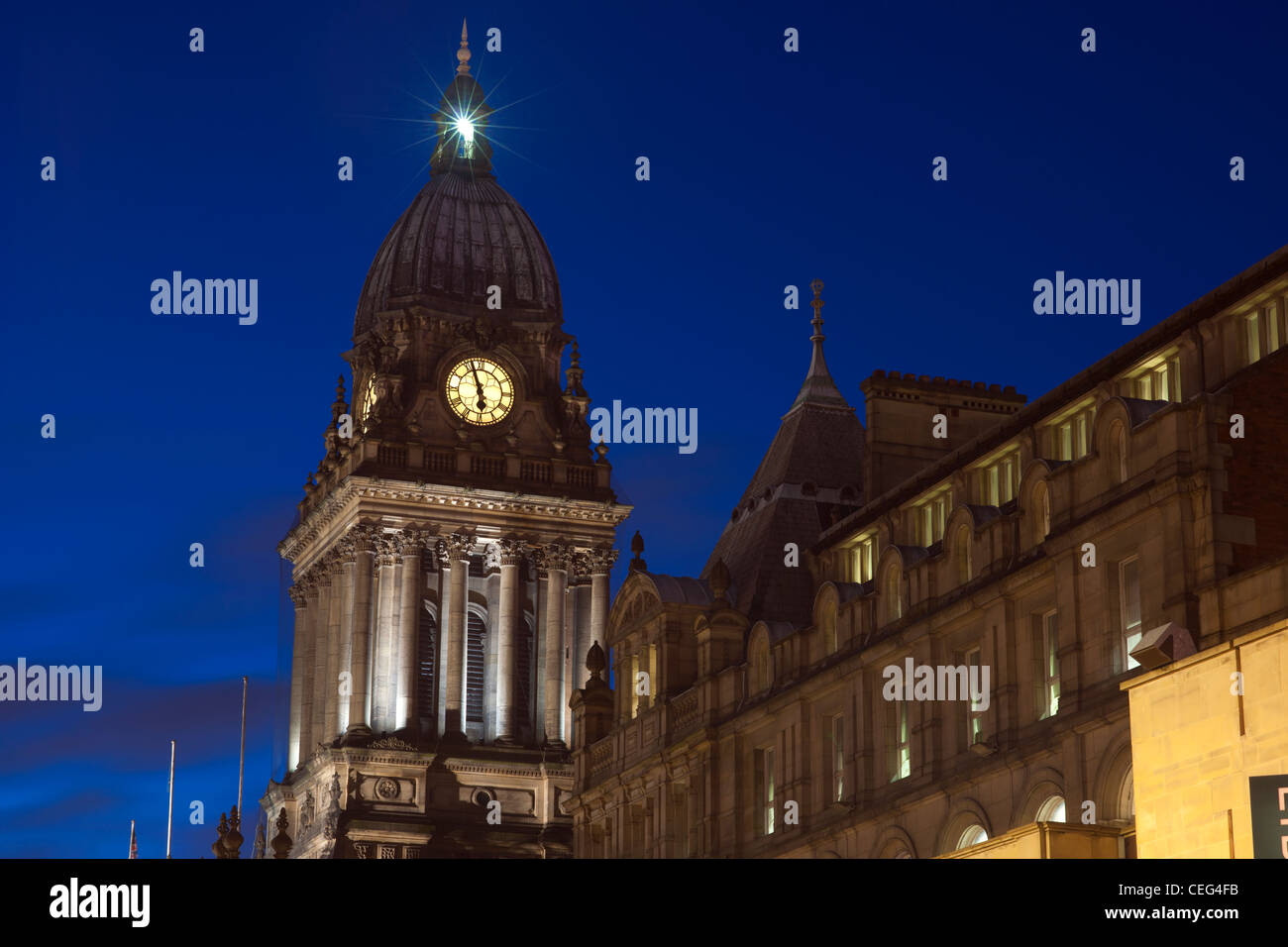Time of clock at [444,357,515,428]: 5:56
